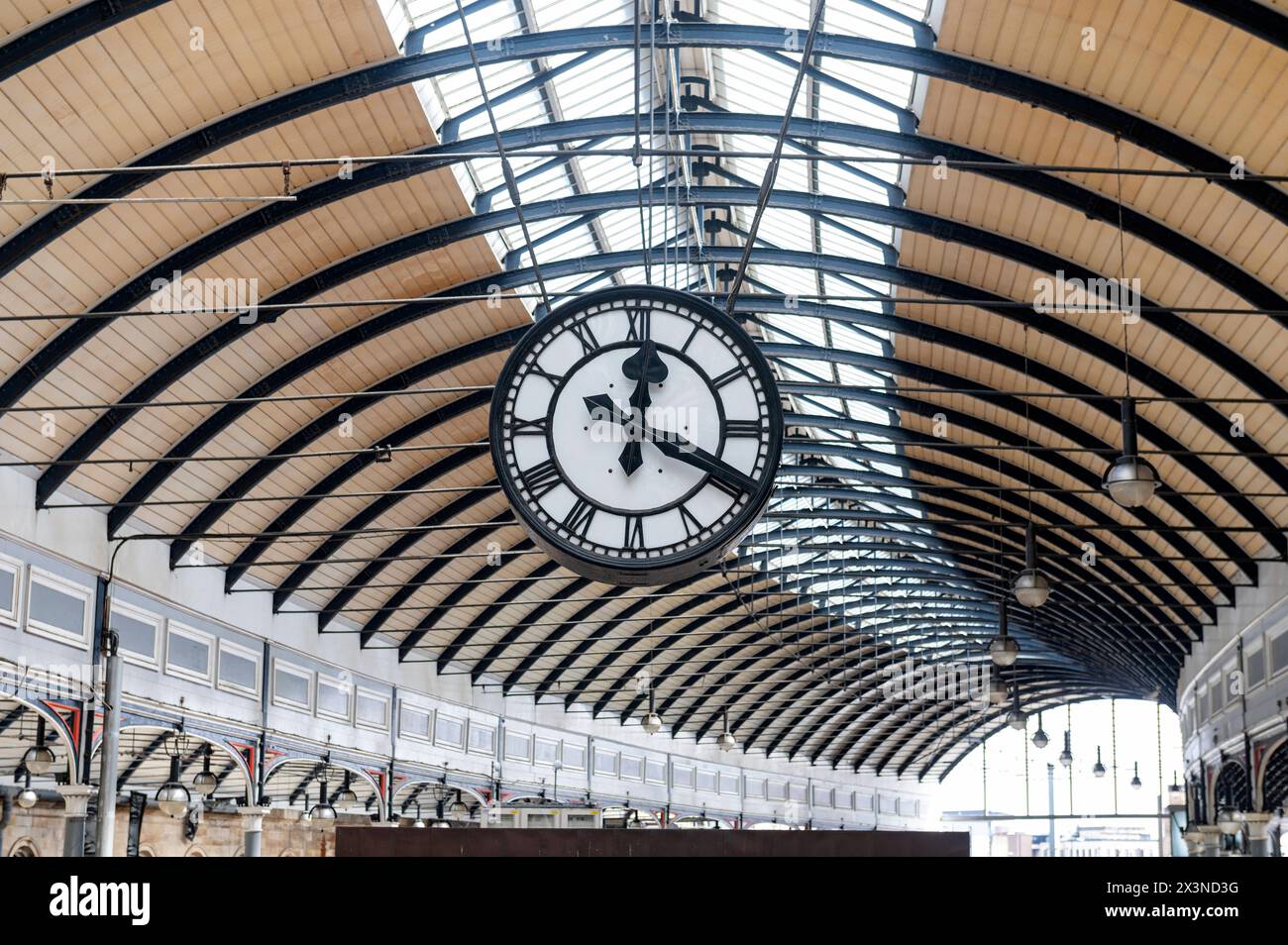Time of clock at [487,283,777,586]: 12:19
